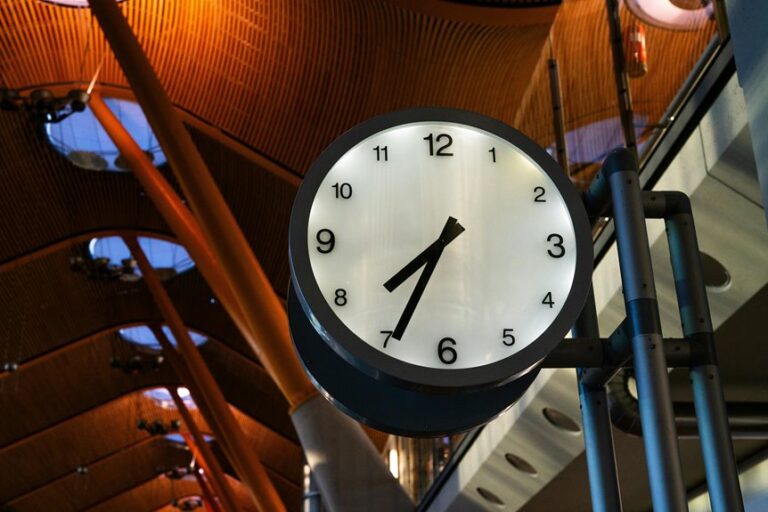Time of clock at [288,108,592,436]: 7:34
